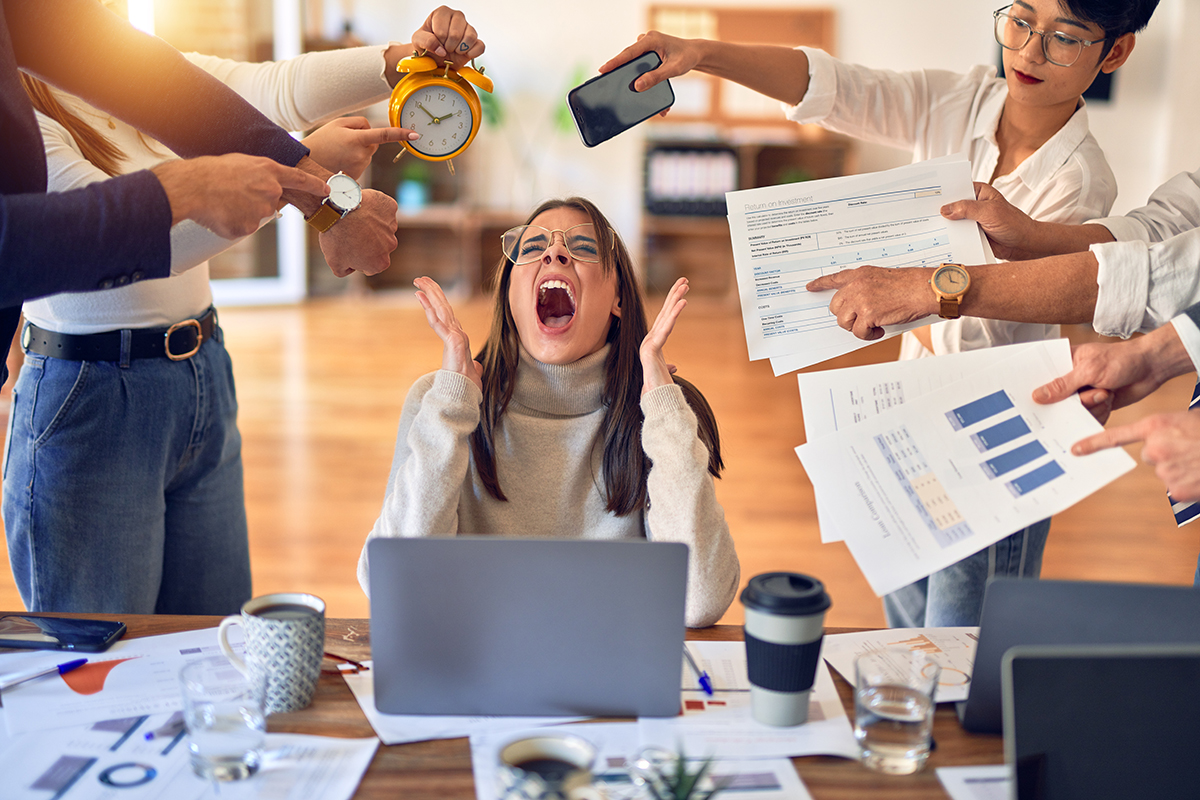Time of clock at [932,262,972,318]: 3:58
